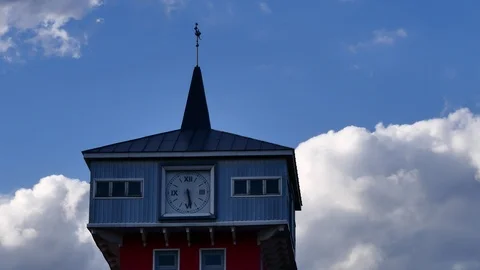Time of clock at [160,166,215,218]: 5:28
